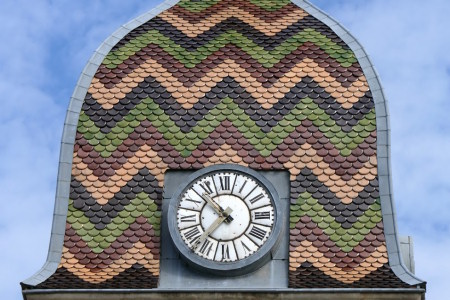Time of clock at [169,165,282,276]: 10:36
